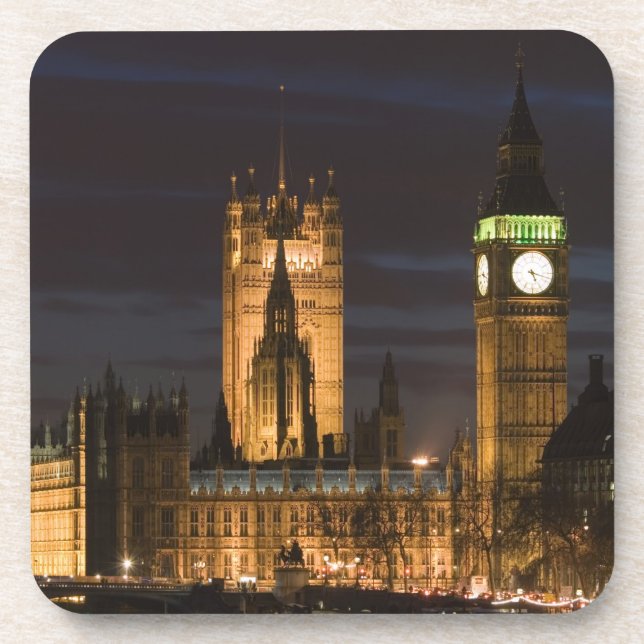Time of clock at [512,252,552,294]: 5:17
